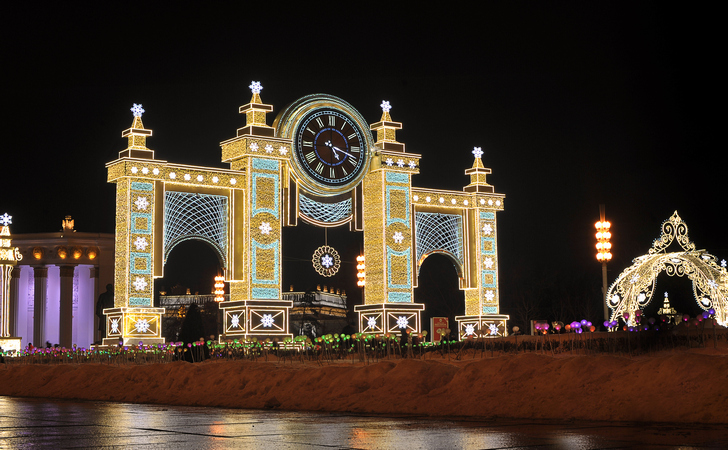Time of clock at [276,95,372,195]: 5:18
